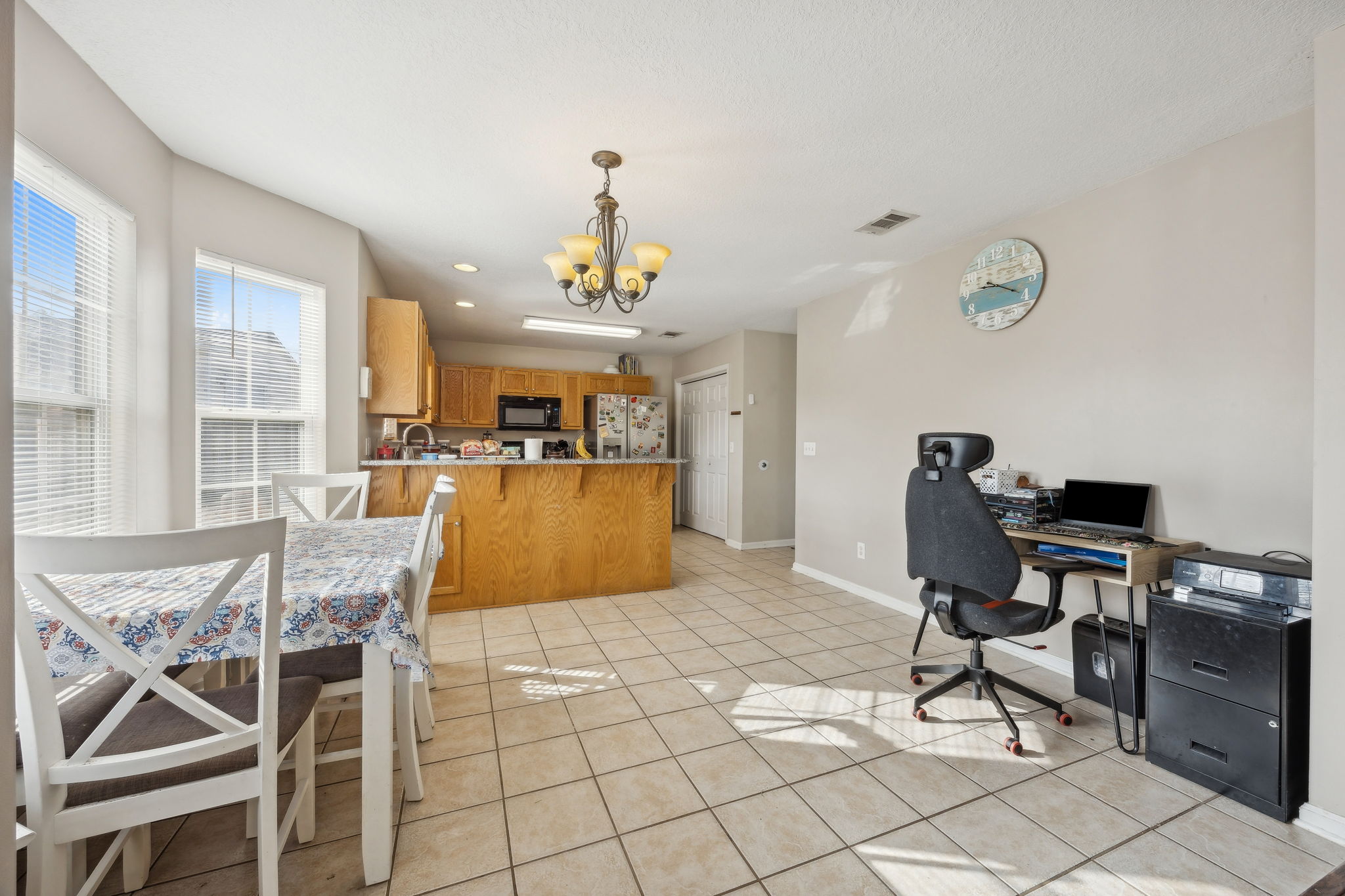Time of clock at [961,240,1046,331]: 9:20
